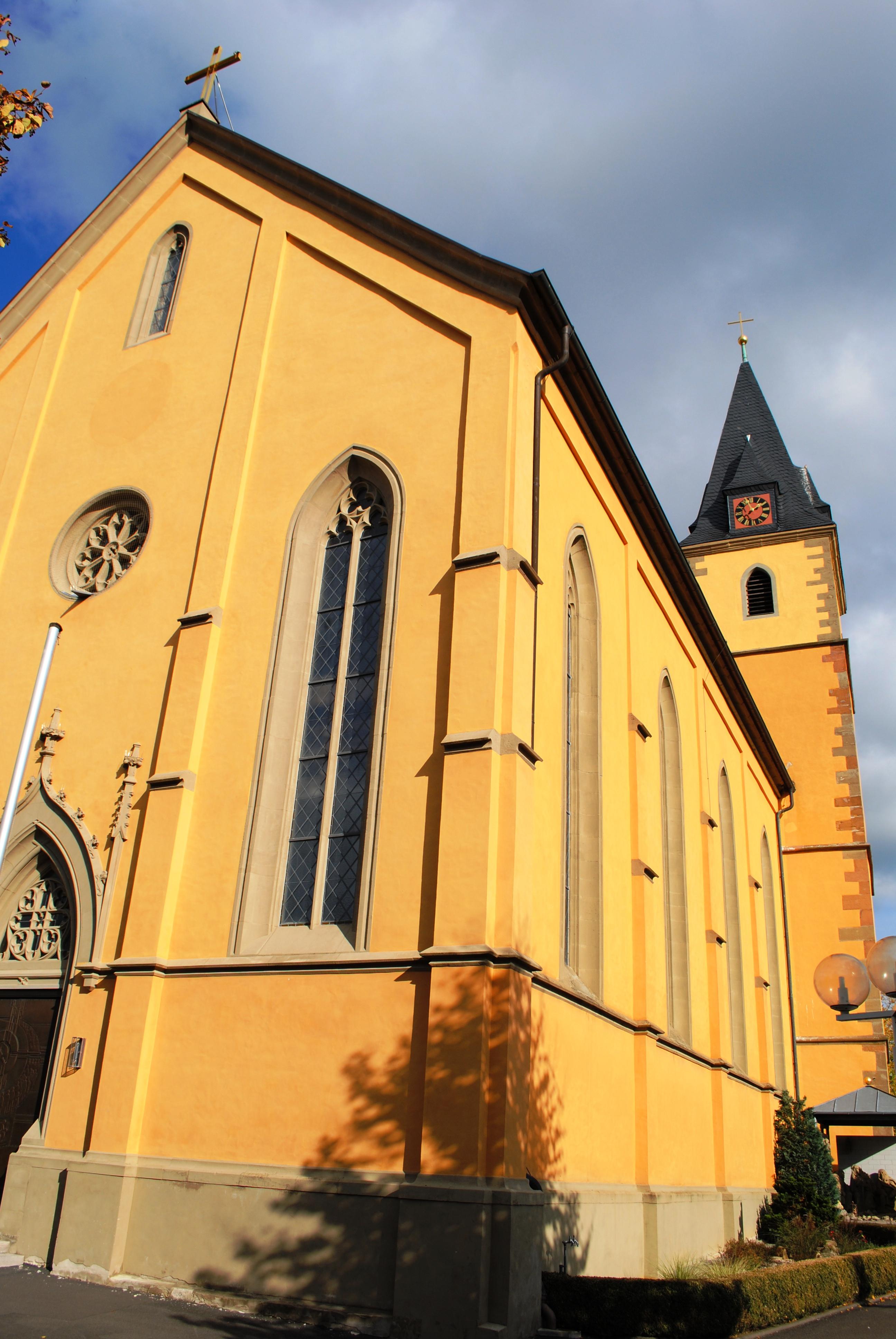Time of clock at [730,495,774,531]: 1:56
